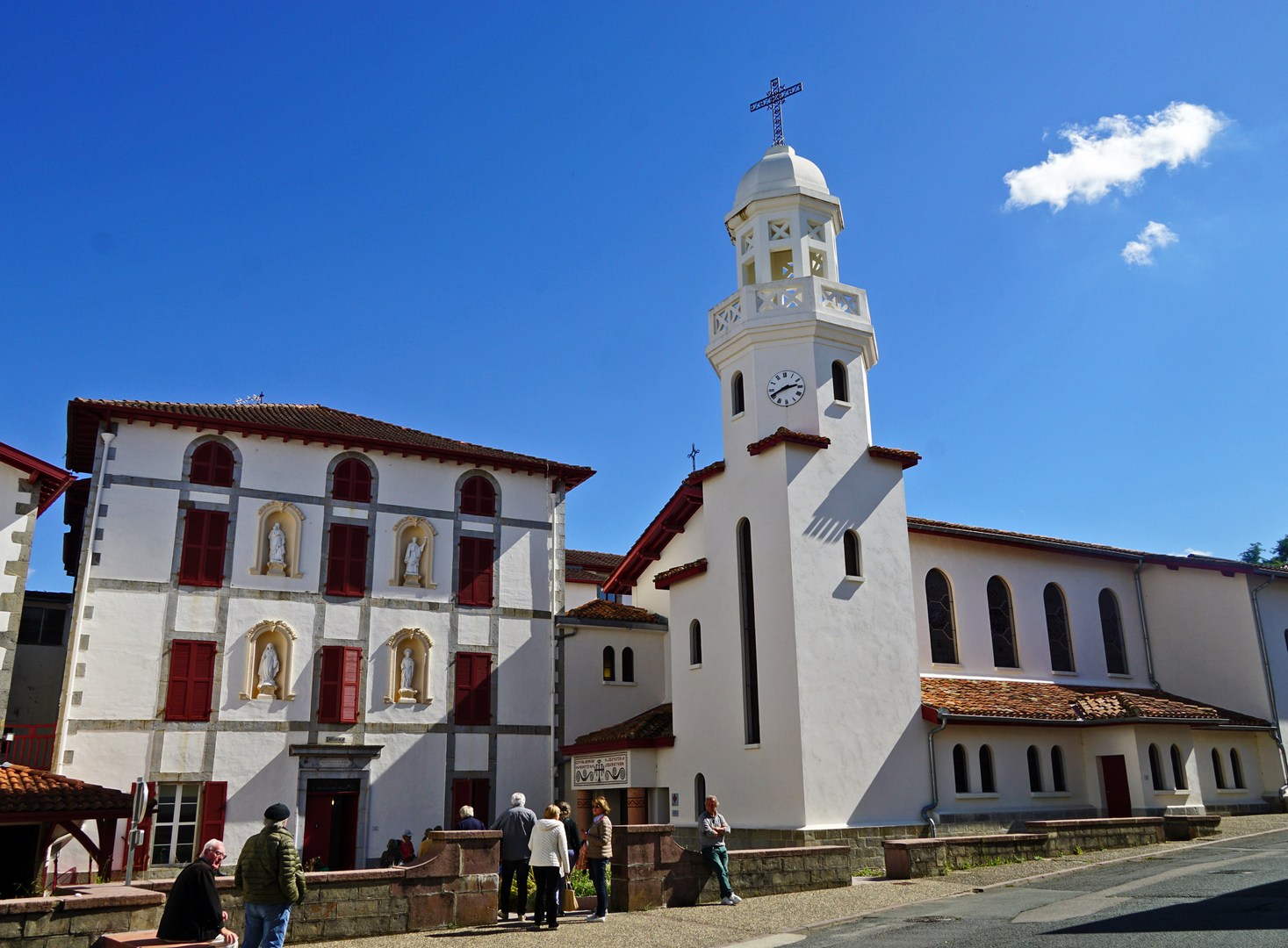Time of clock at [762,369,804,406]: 2:40
